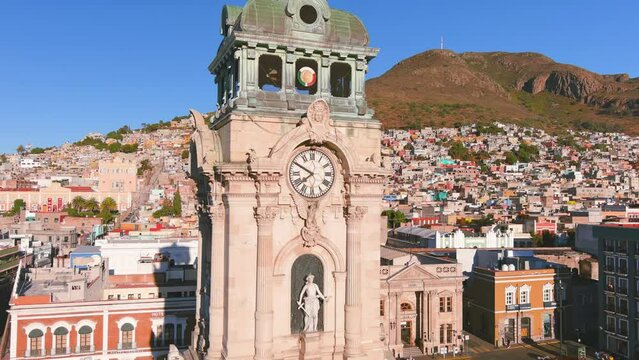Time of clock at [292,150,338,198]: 7:49
